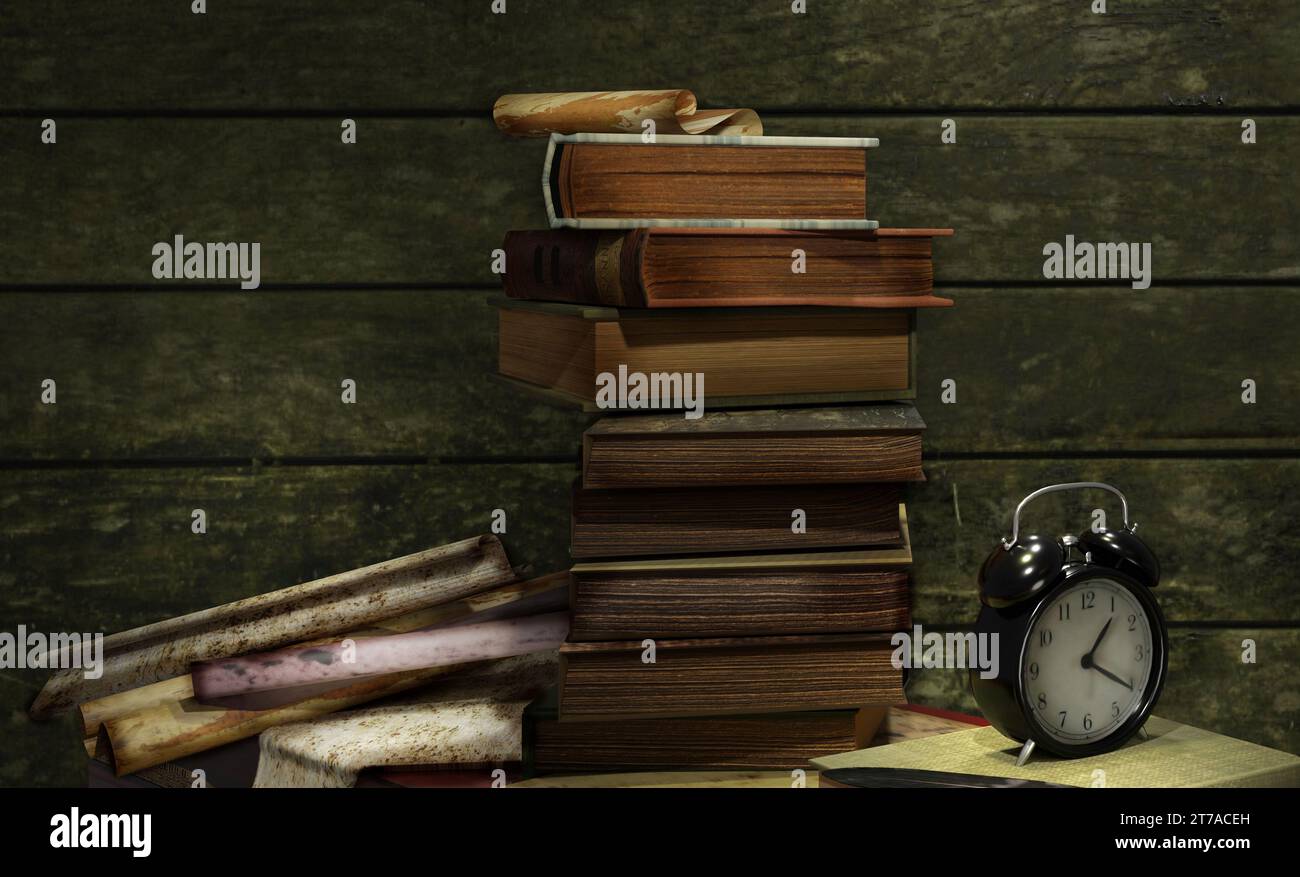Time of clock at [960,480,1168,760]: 1:20
